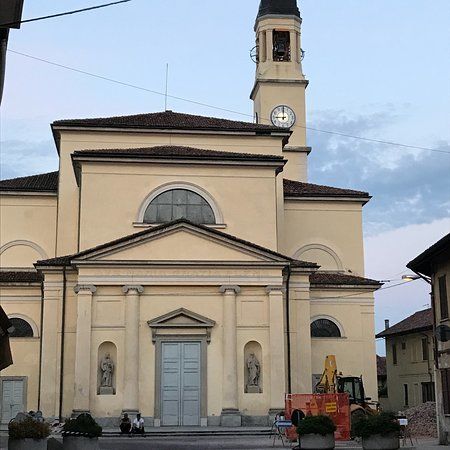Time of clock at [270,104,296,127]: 8:59
